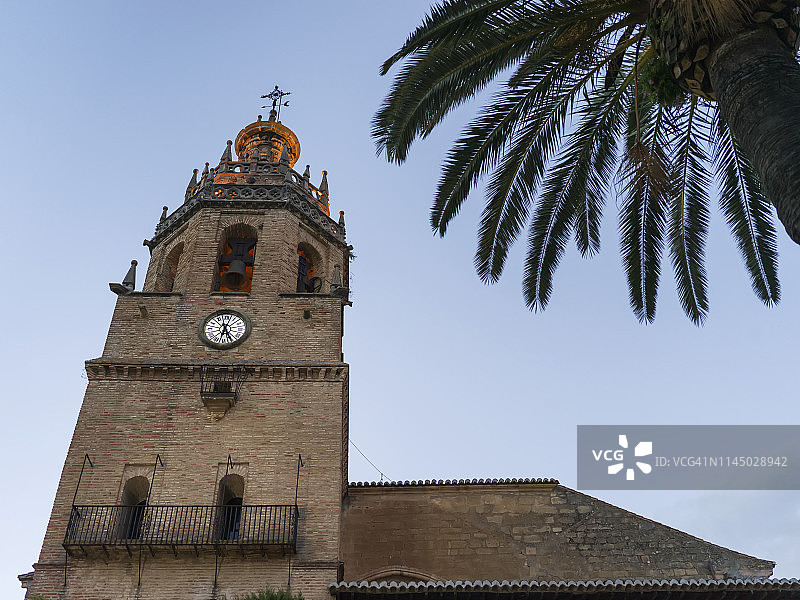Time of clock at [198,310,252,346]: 6:25
